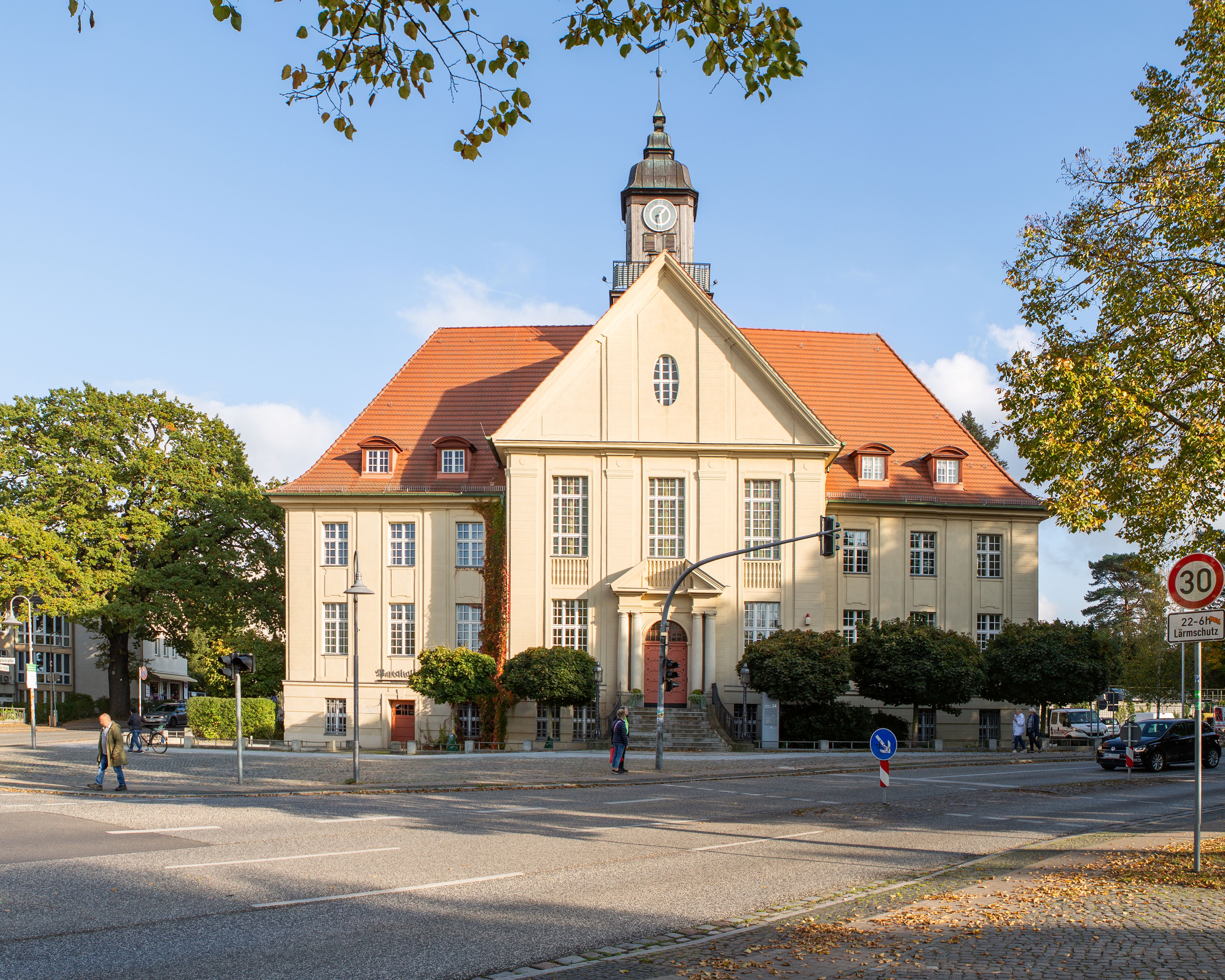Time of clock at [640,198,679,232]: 1:28
